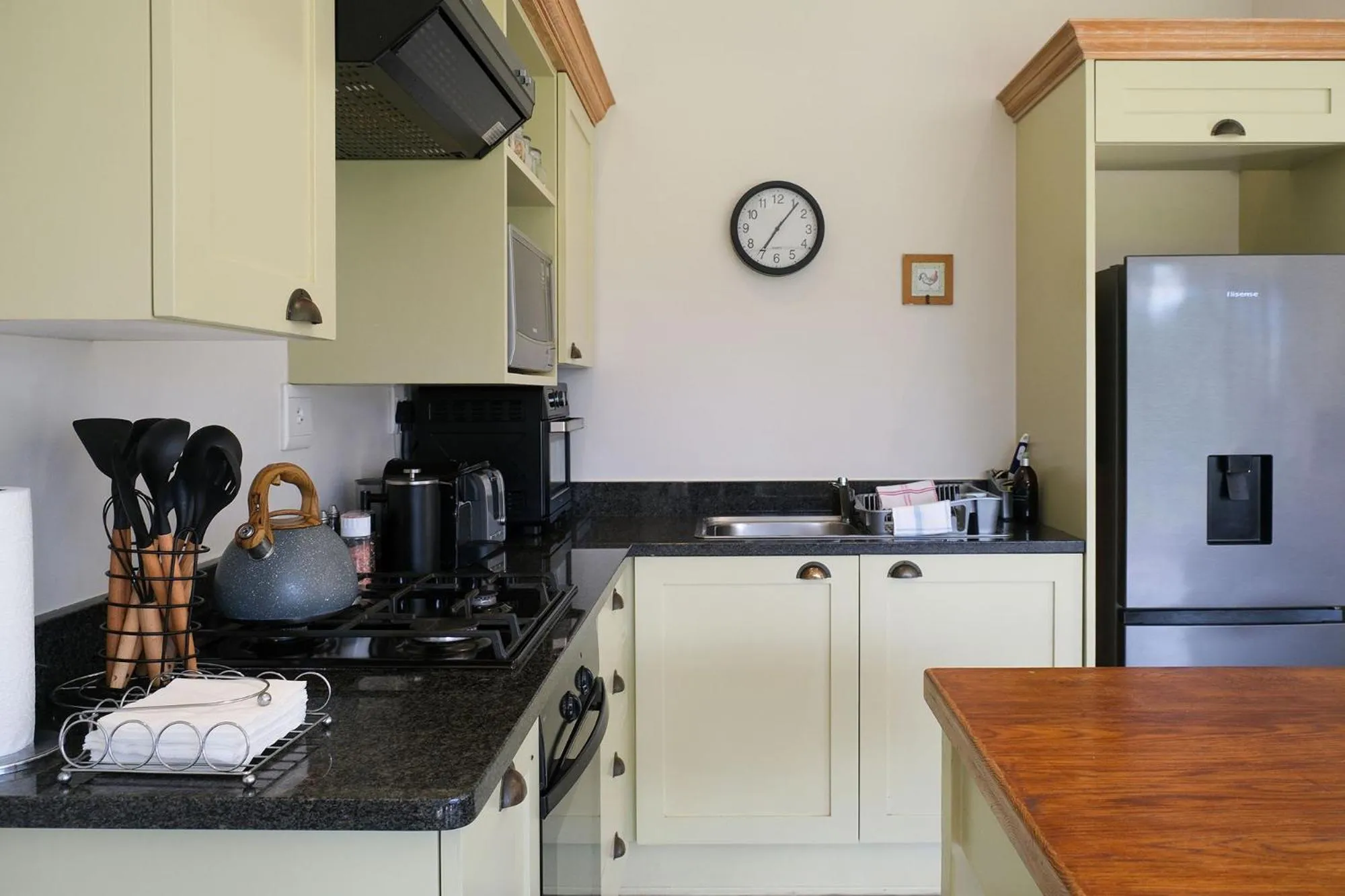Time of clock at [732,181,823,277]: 7:06
